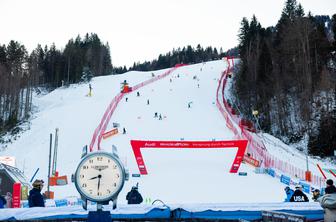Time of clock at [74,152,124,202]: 8:30
